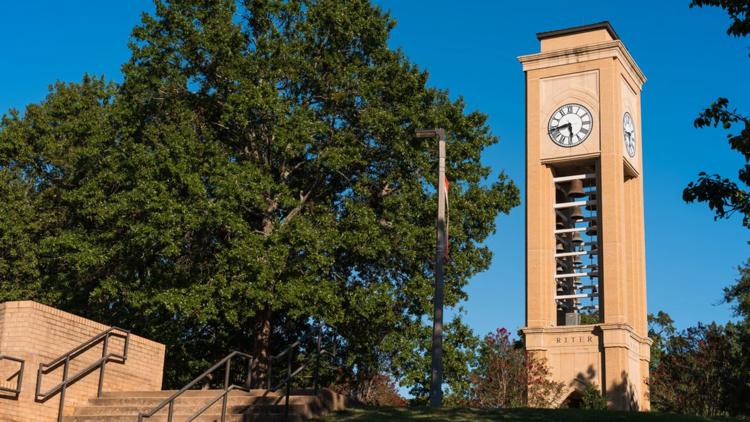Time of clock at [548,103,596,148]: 5:42
